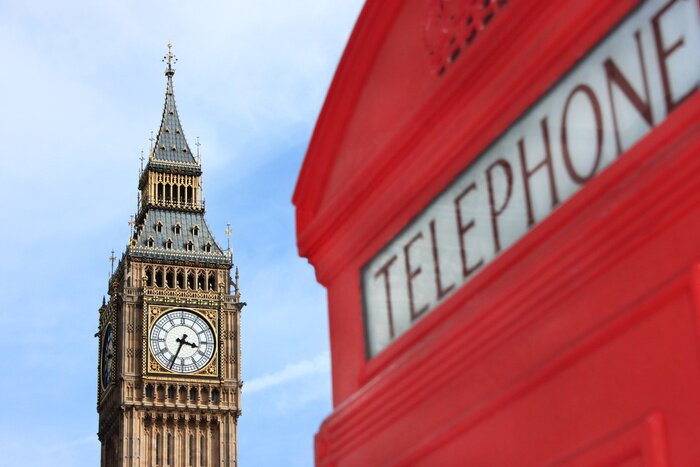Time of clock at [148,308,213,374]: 3:34
